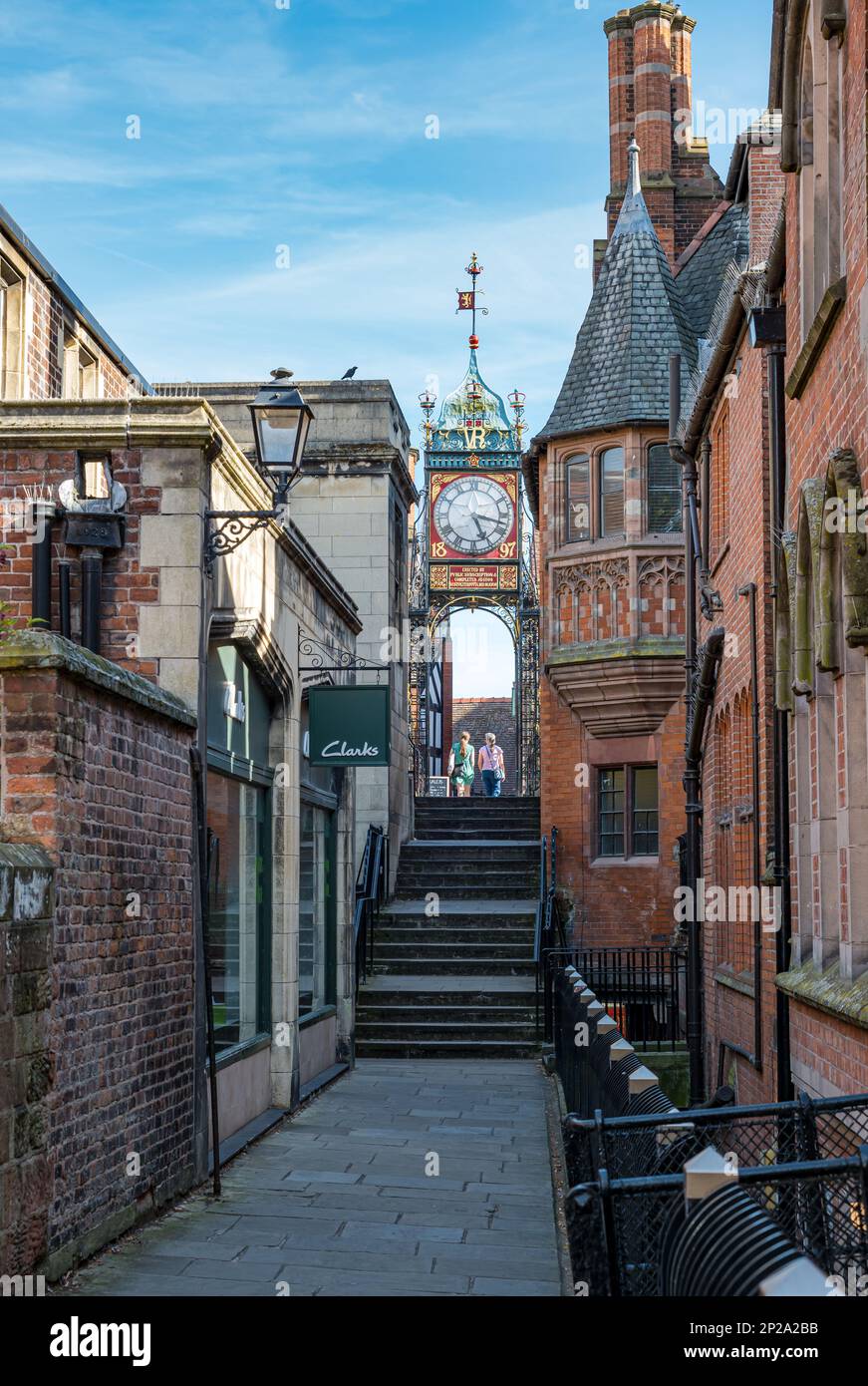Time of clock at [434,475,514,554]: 5:17
